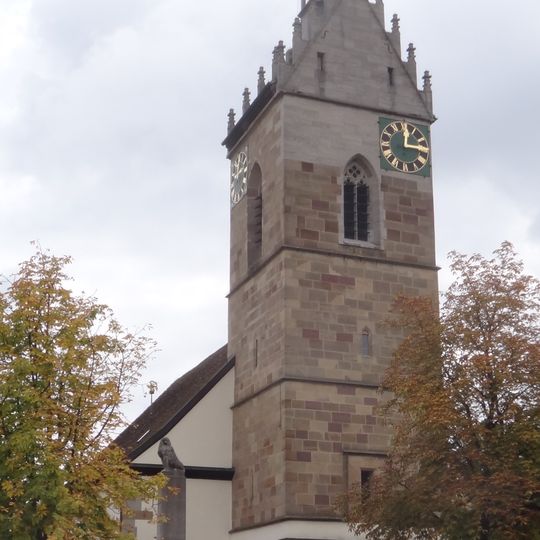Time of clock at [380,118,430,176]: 12:14
